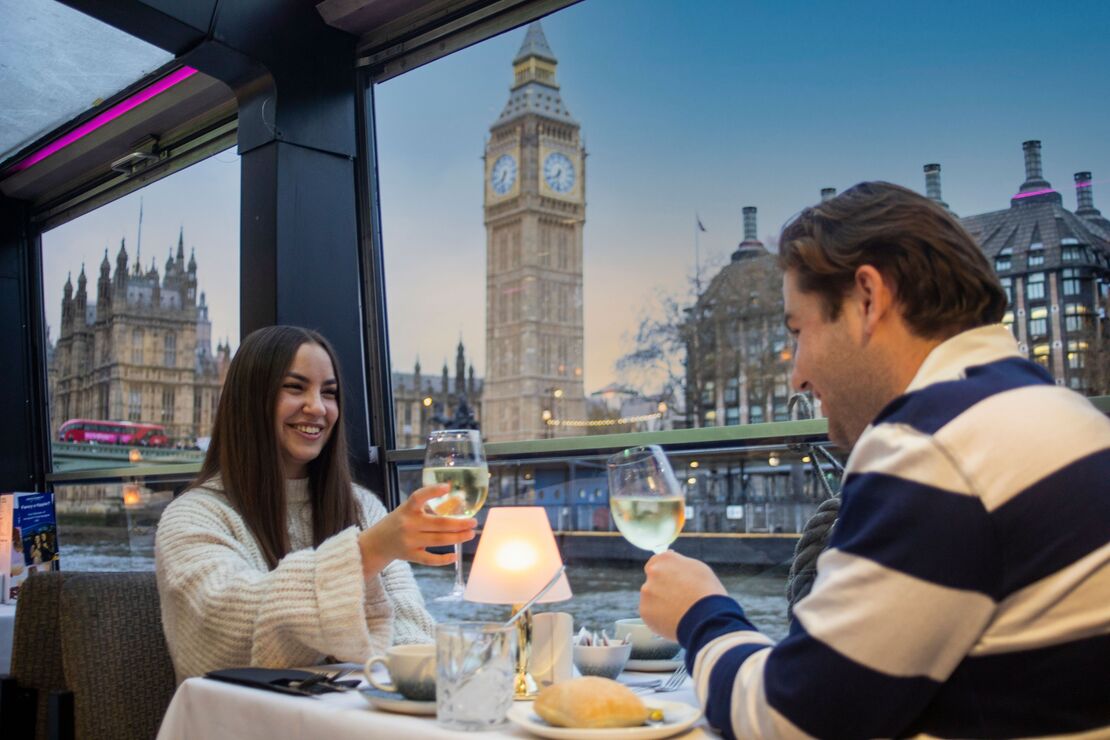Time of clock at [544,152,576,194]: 7:32
